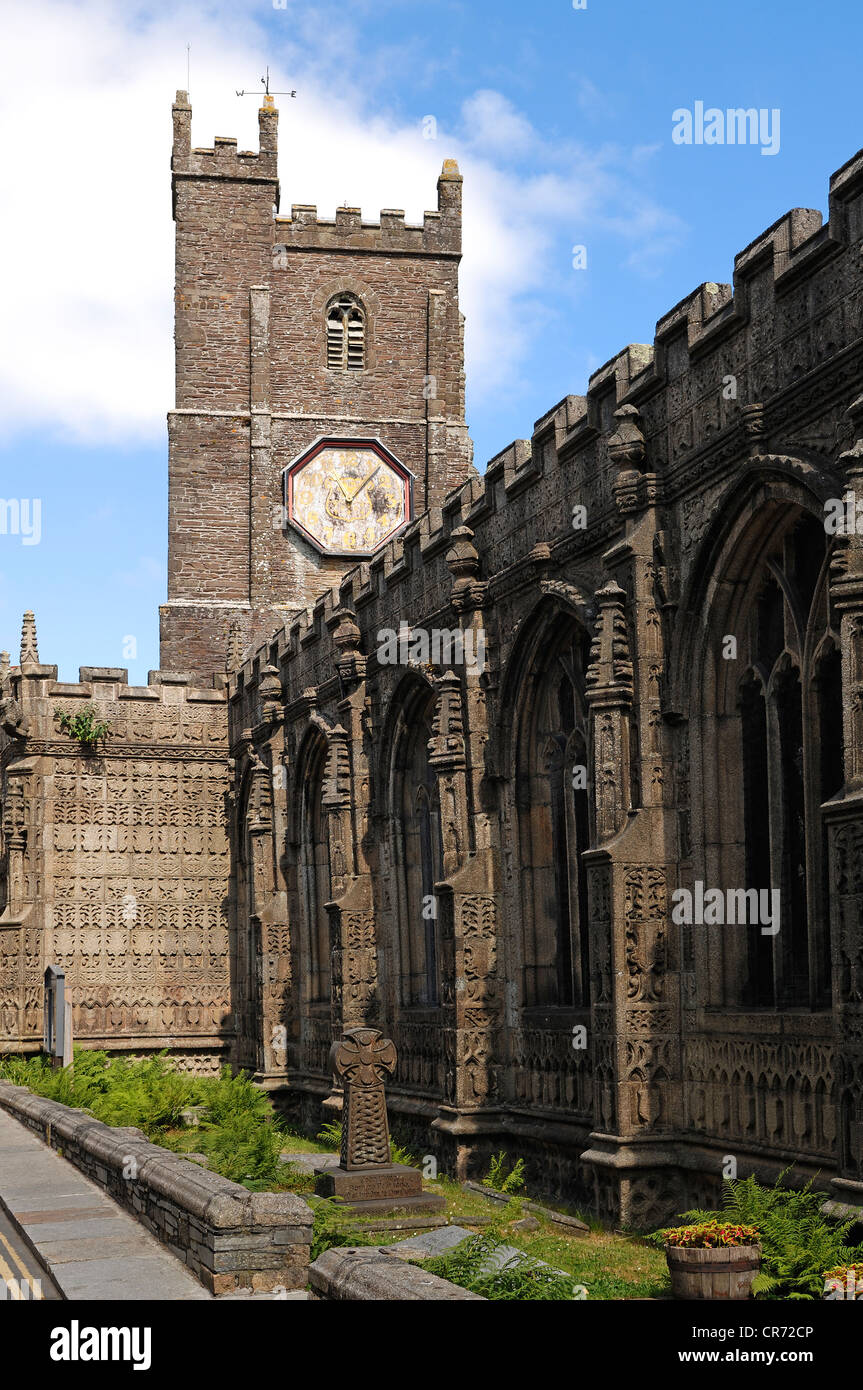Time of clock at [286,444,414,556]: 11:07
